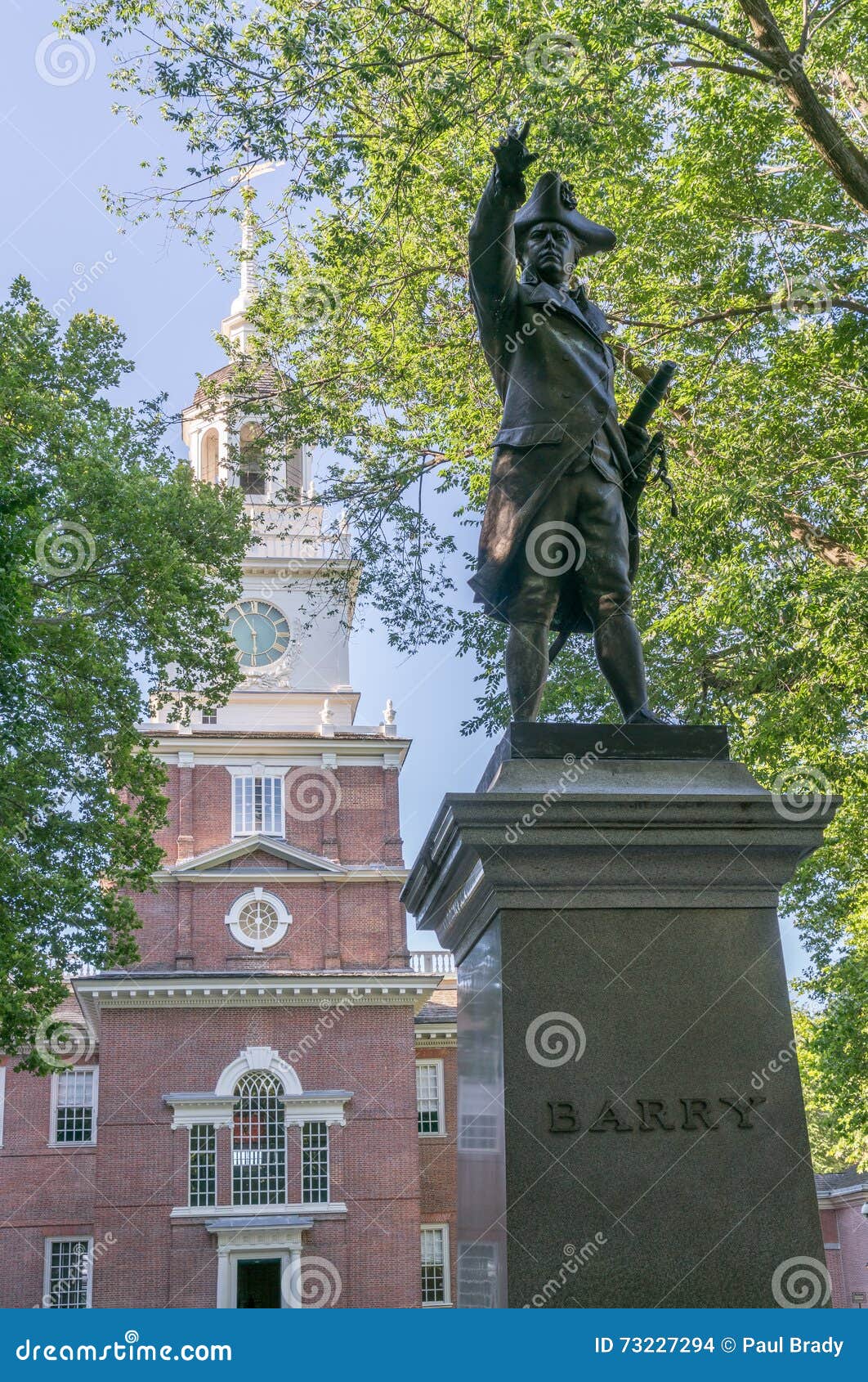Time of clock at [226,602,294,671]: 5:54
